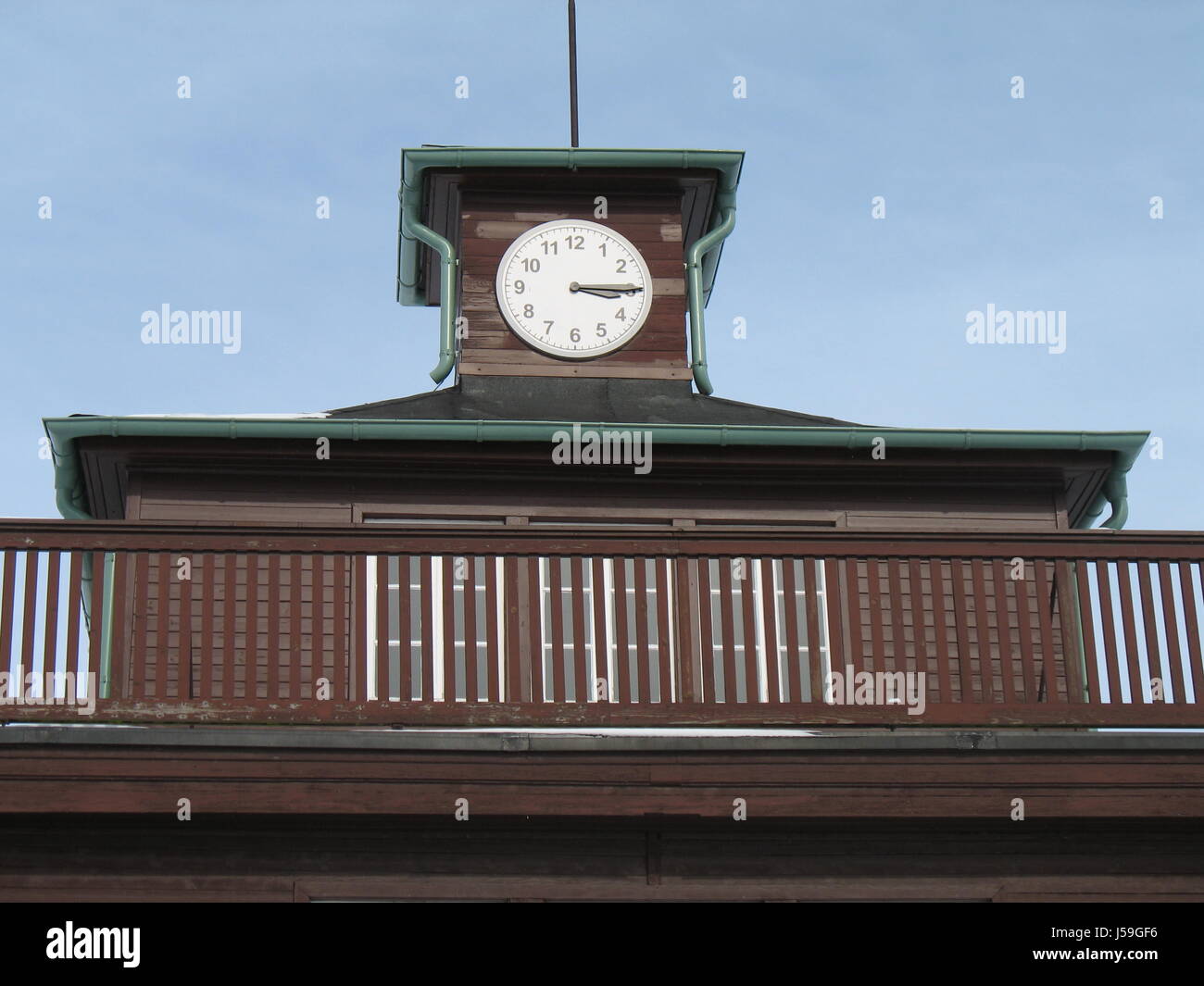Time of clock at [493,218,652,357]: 3:14
